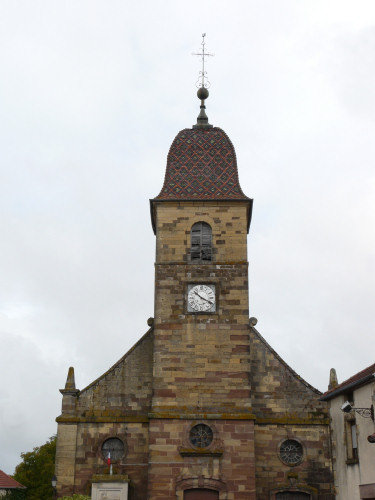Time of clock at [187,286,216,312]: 10:19
